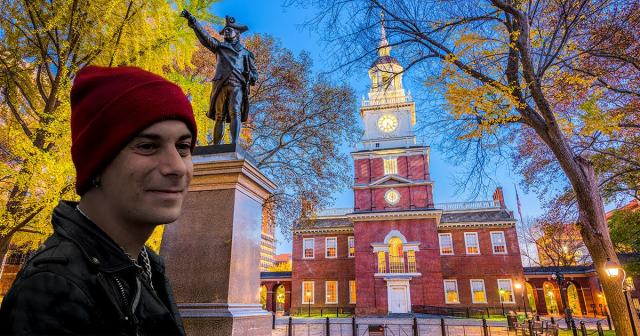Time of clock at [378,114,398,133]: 6:23
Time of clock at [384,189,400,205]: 5:59
